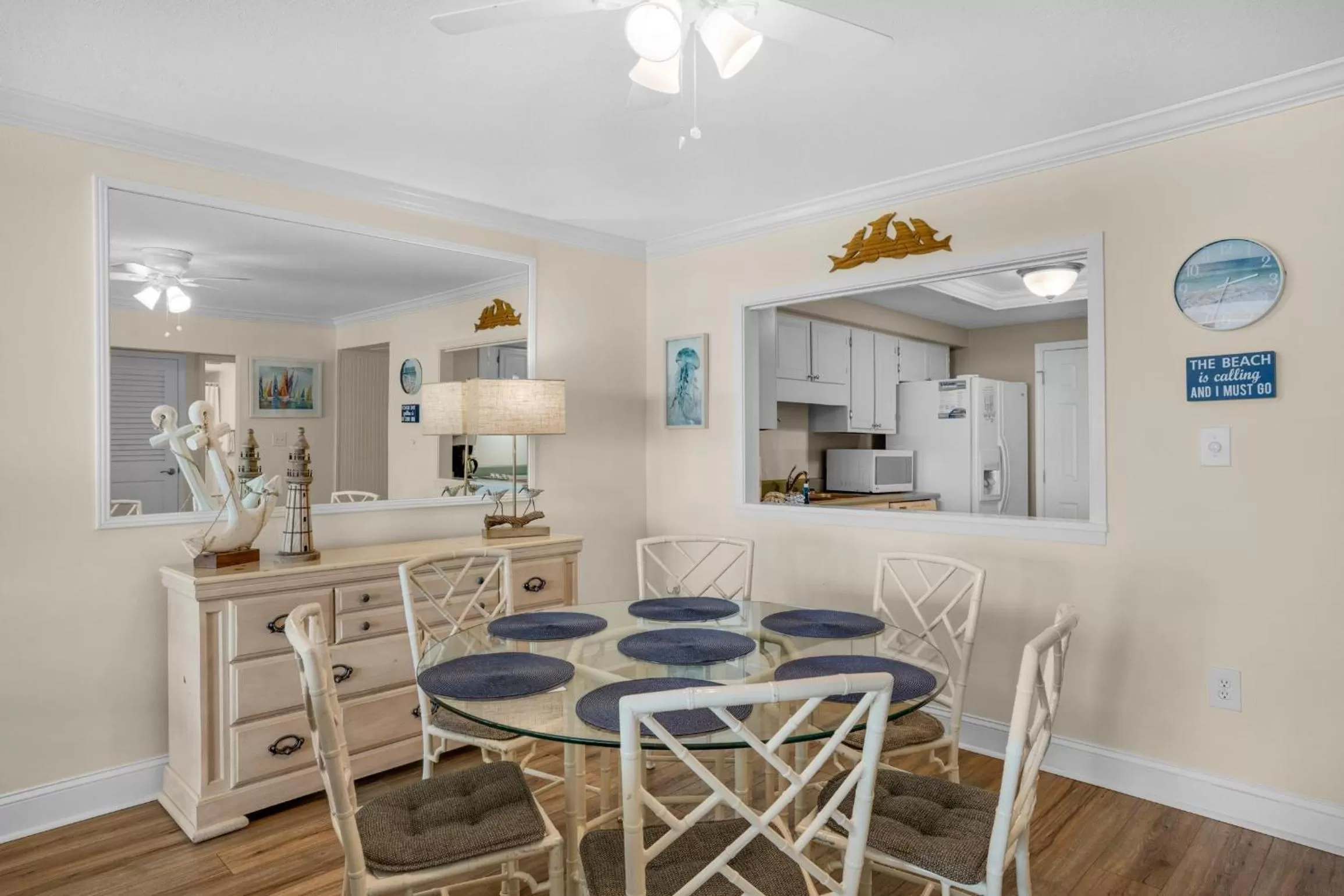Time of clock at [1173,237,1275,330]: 2:33
